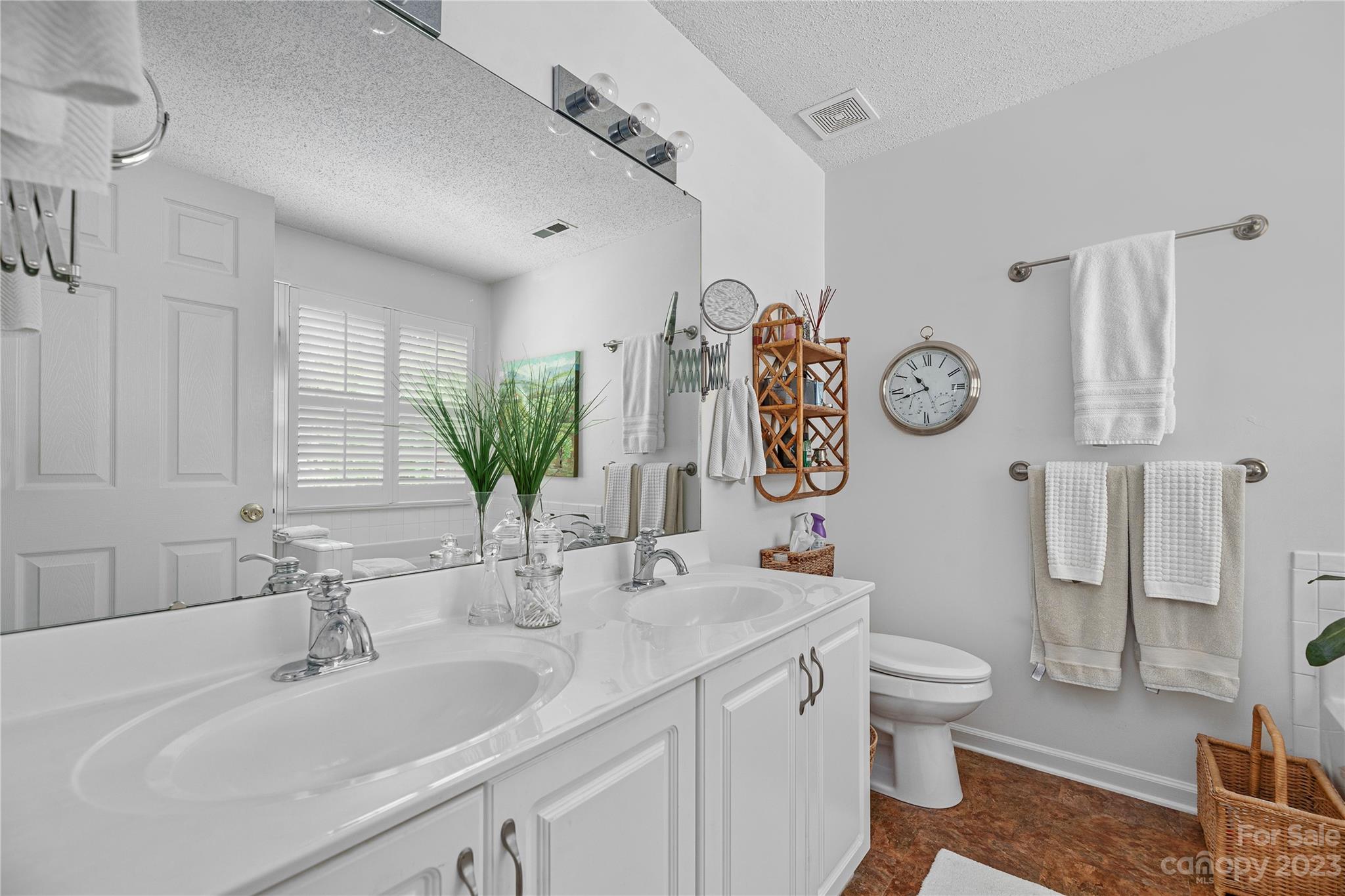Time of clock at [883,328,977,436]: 10:42
